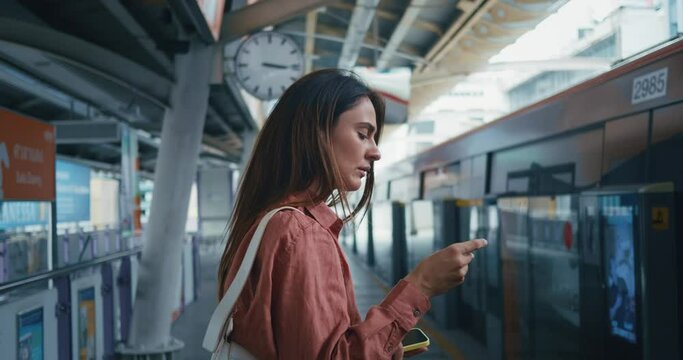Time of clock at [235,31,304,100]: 3:15
